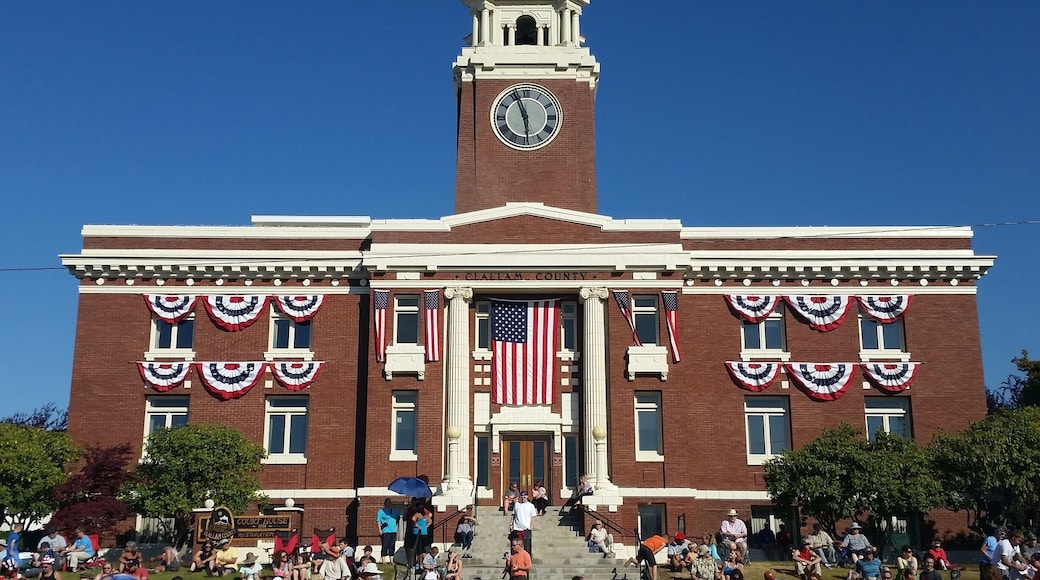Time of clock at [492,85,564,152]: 5:56
